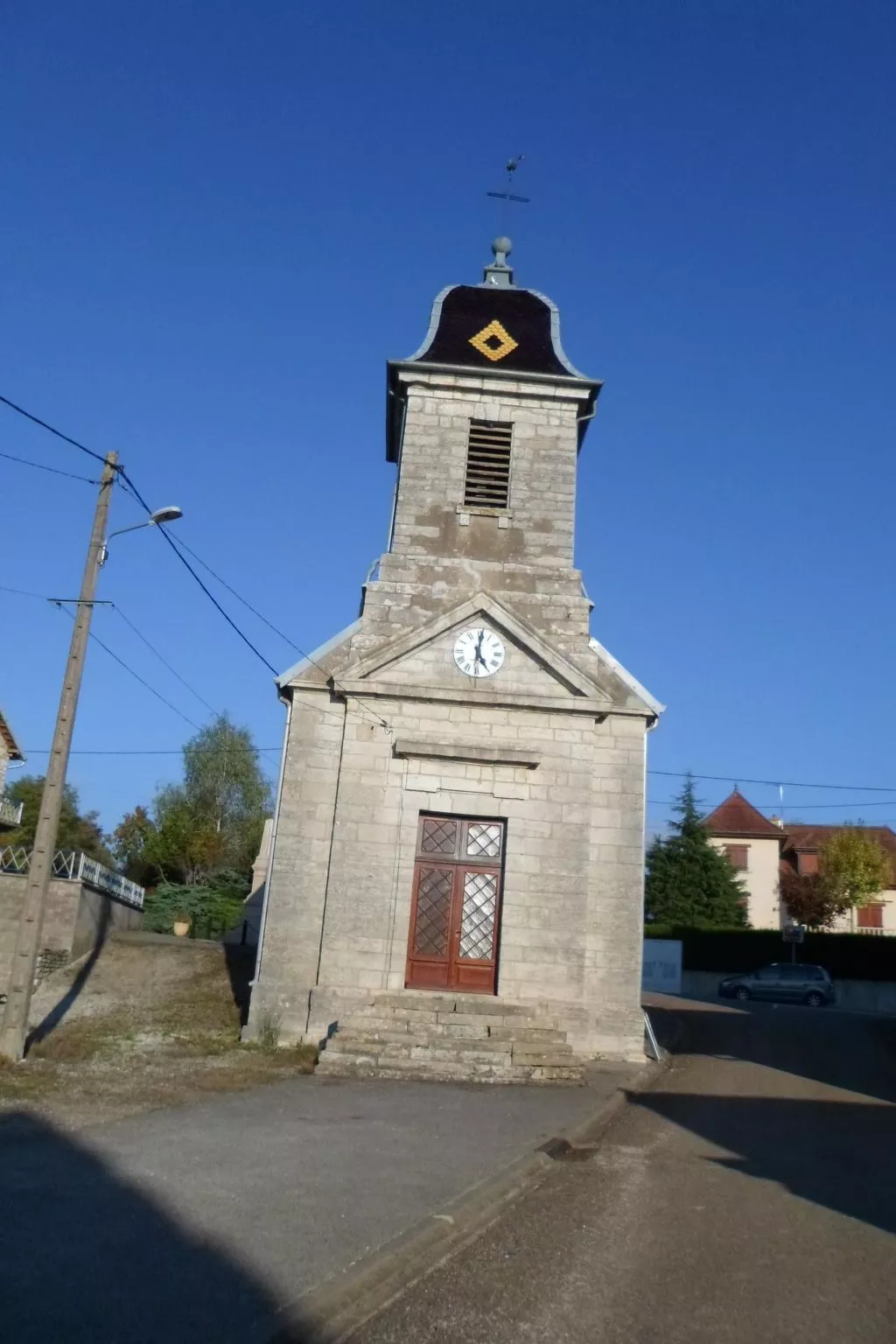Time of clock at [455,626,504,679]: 5:00
